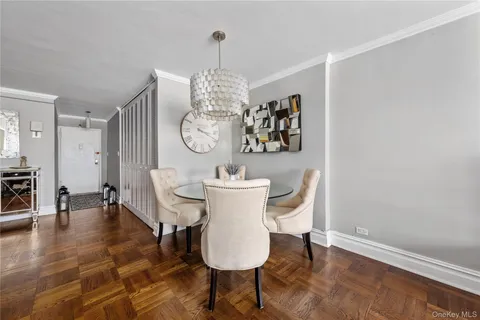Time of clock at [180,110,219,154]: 3:19
